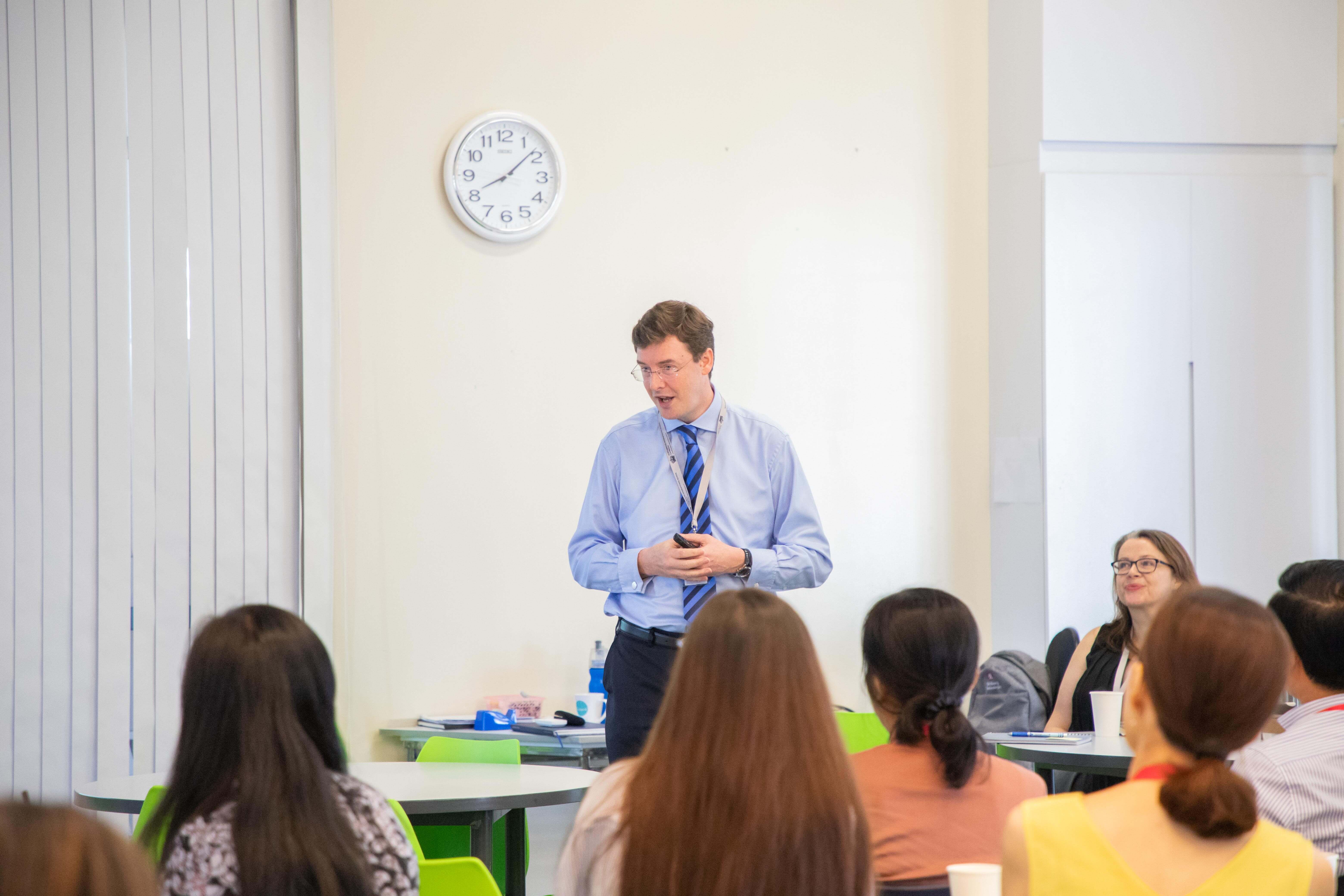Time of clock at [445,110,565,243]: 8:08
